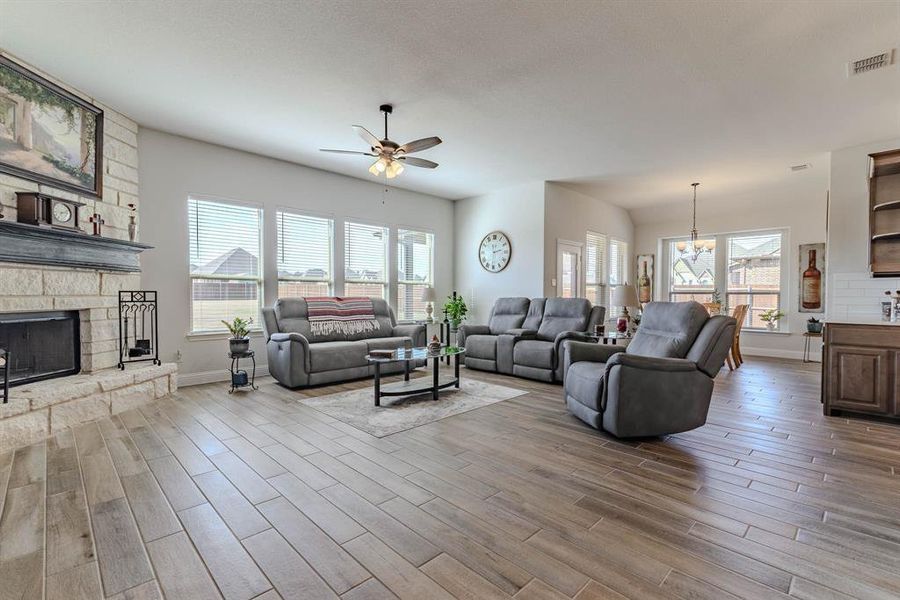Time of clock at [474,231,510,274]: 2:30
